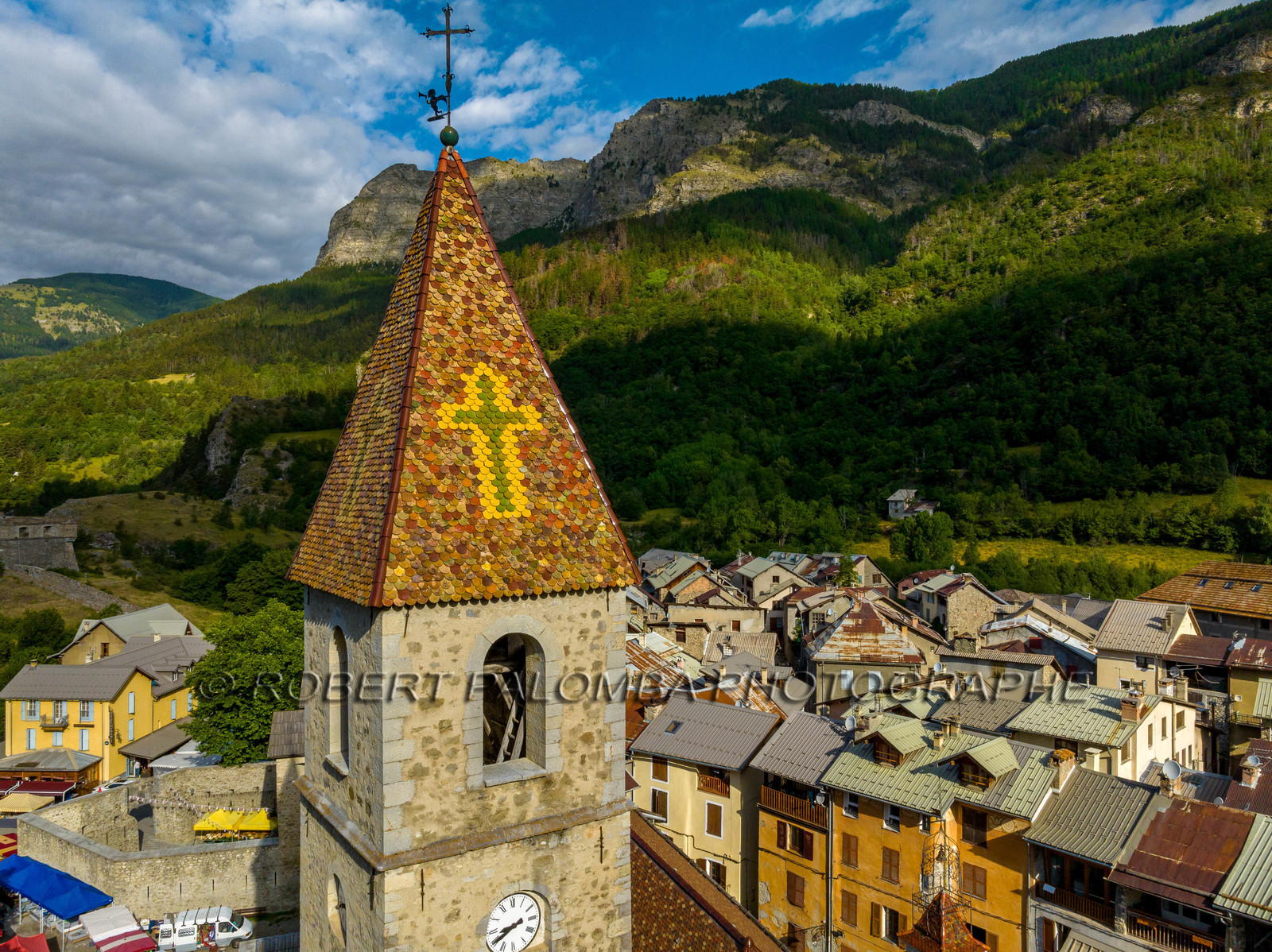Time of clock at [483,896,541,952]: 8:39
